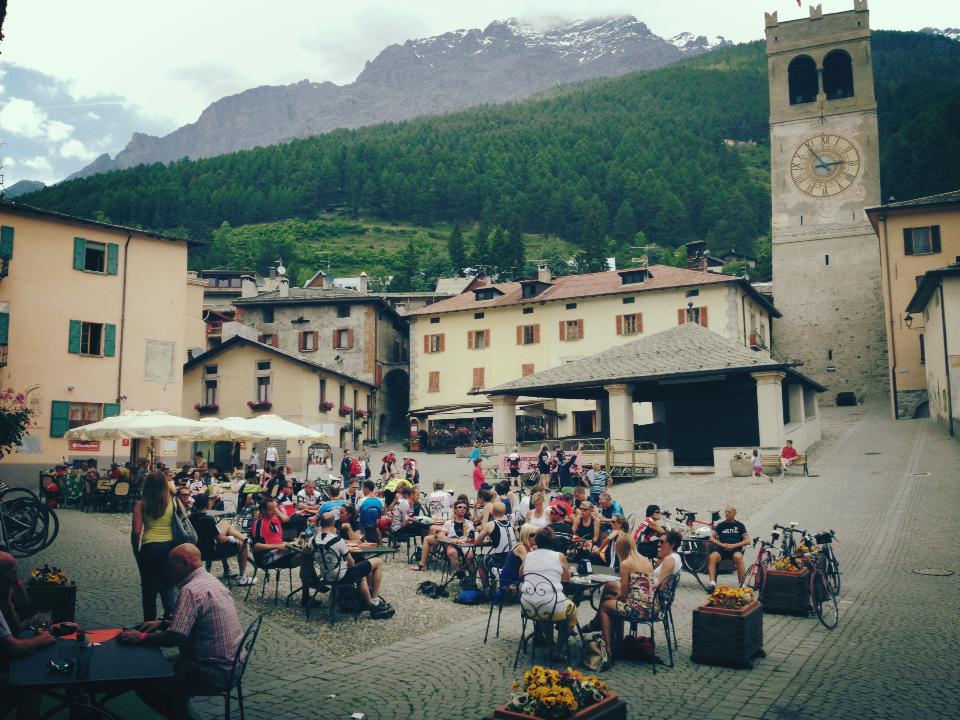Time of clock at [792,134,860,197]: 2:53
